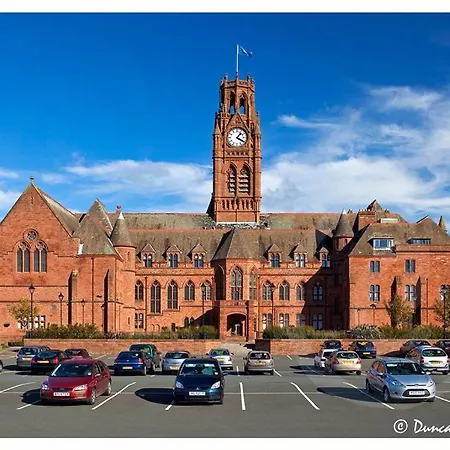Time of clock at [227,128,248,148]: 1:20
